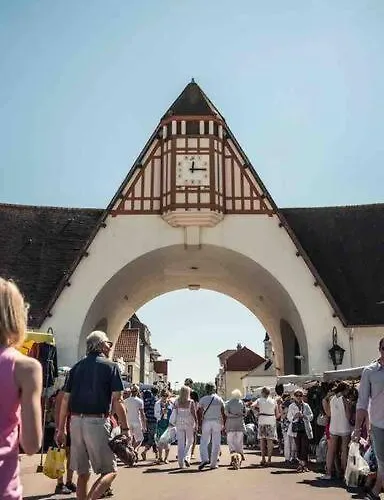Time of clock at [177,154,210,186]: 12:14
